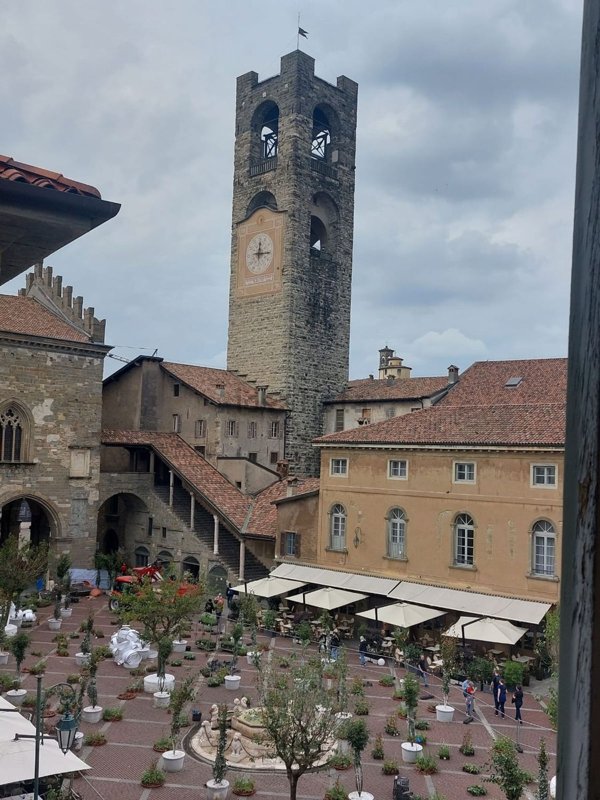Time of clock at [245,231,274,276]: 12:14
